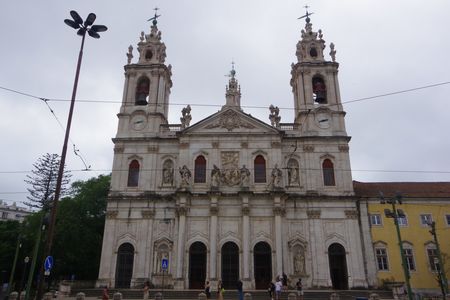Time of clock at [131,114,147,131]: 2:42
